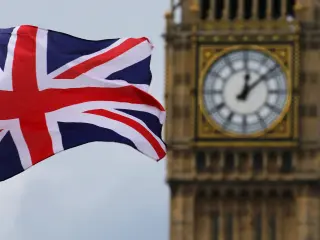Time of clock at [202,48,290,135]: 12:08
